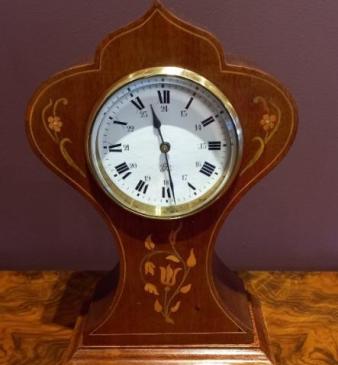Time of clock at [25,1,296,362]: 11:28
